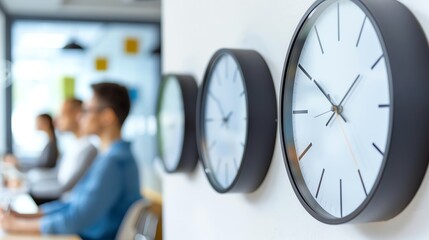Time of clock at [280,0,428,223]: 1:50
